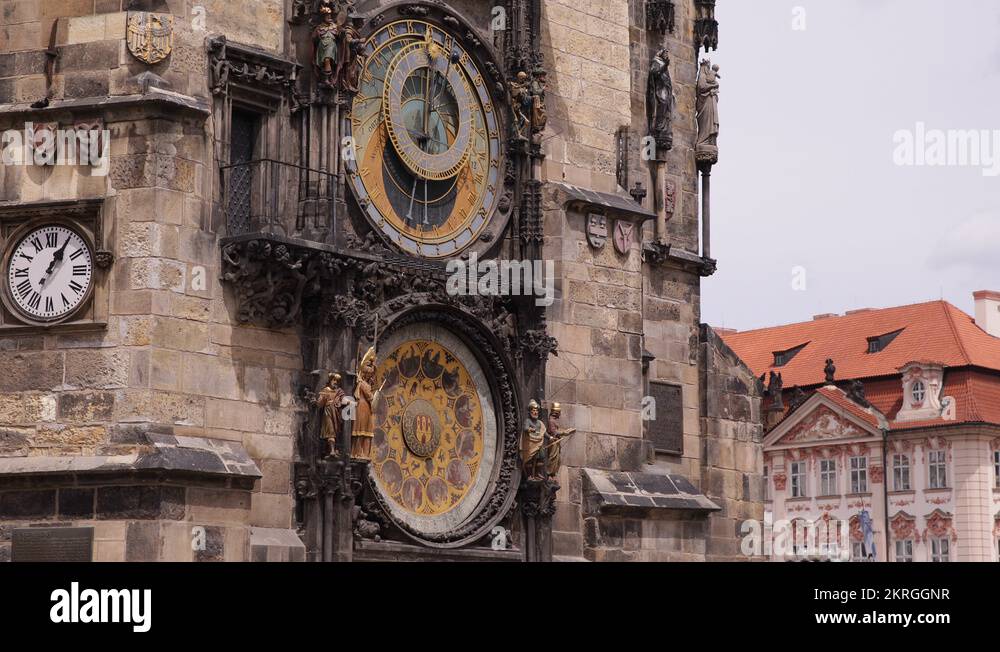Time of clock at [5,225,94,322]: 1:05
